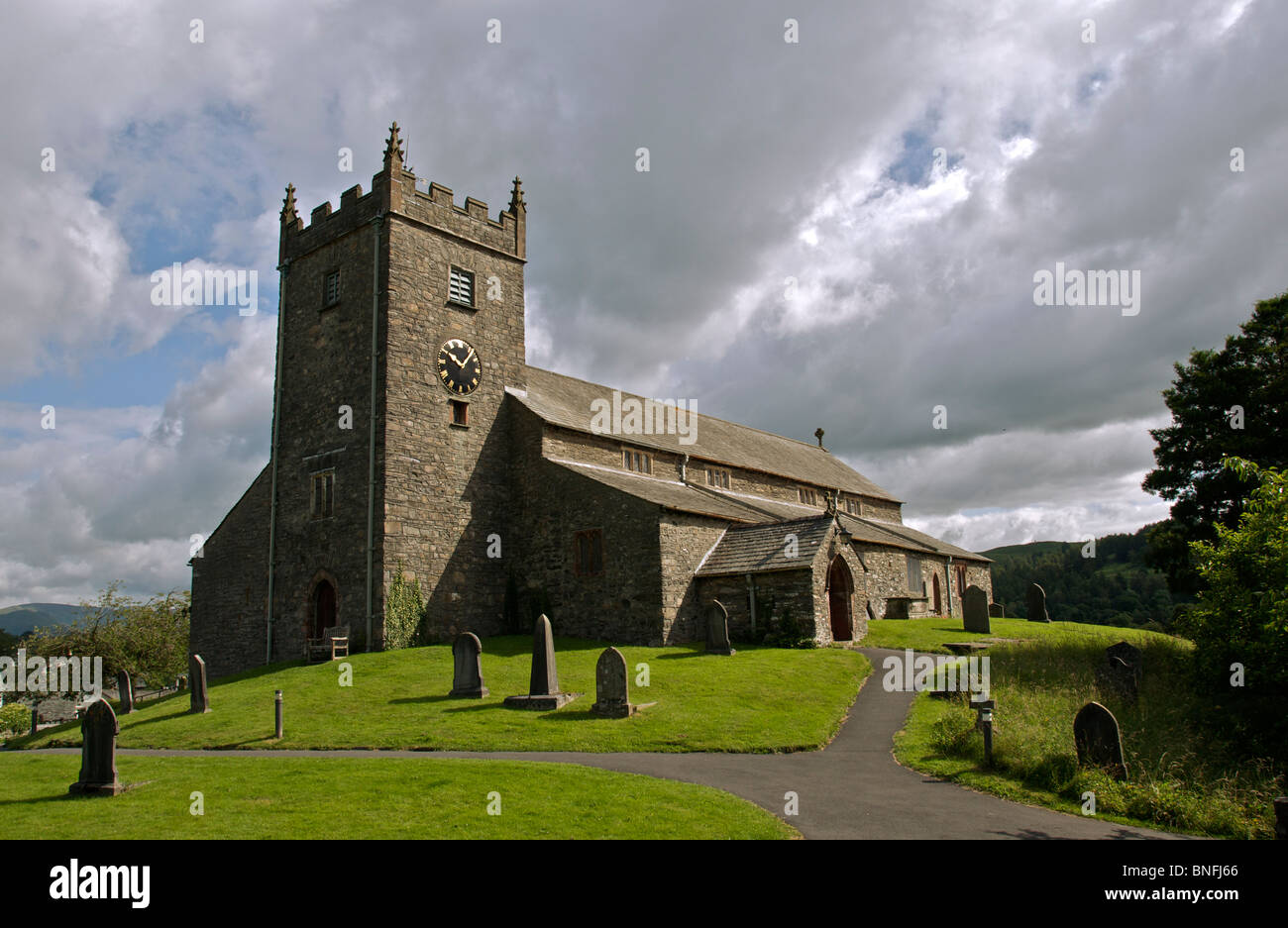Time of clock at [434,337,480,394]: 10:06
